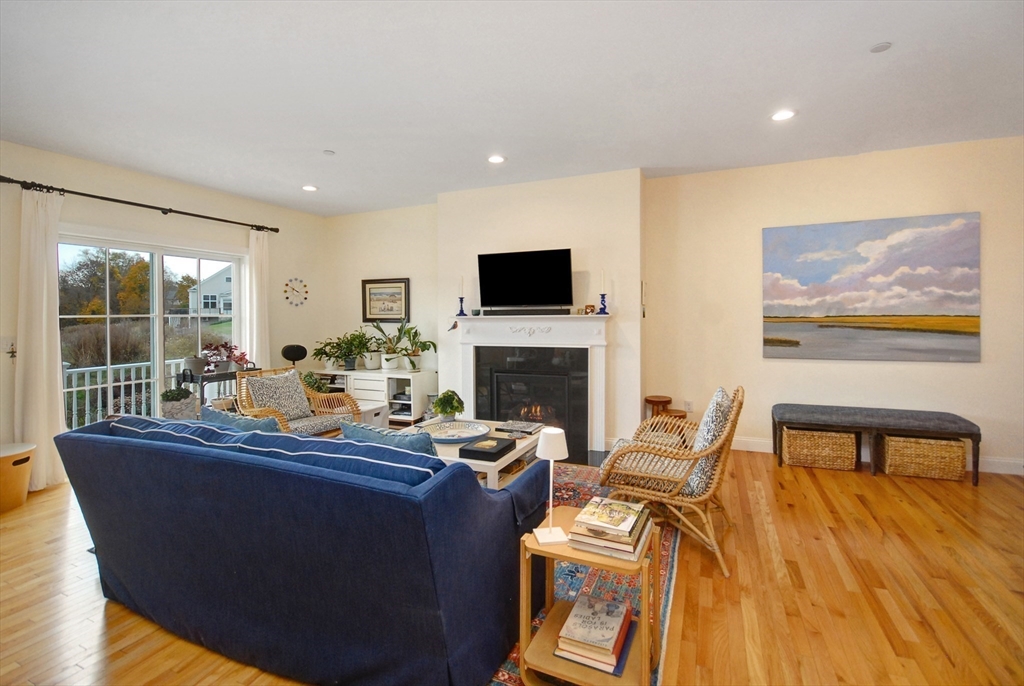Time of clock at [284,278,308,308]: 9:50
